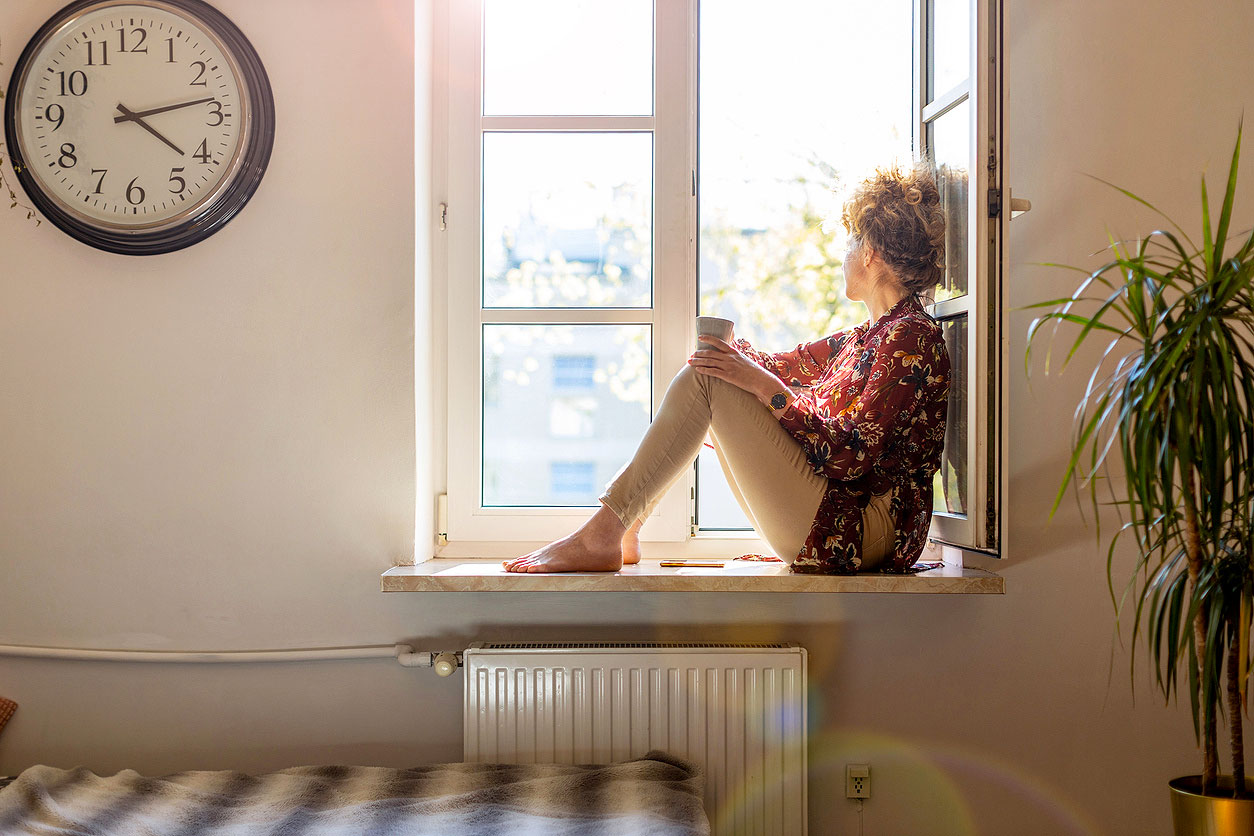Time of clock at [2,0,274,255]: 4:13
